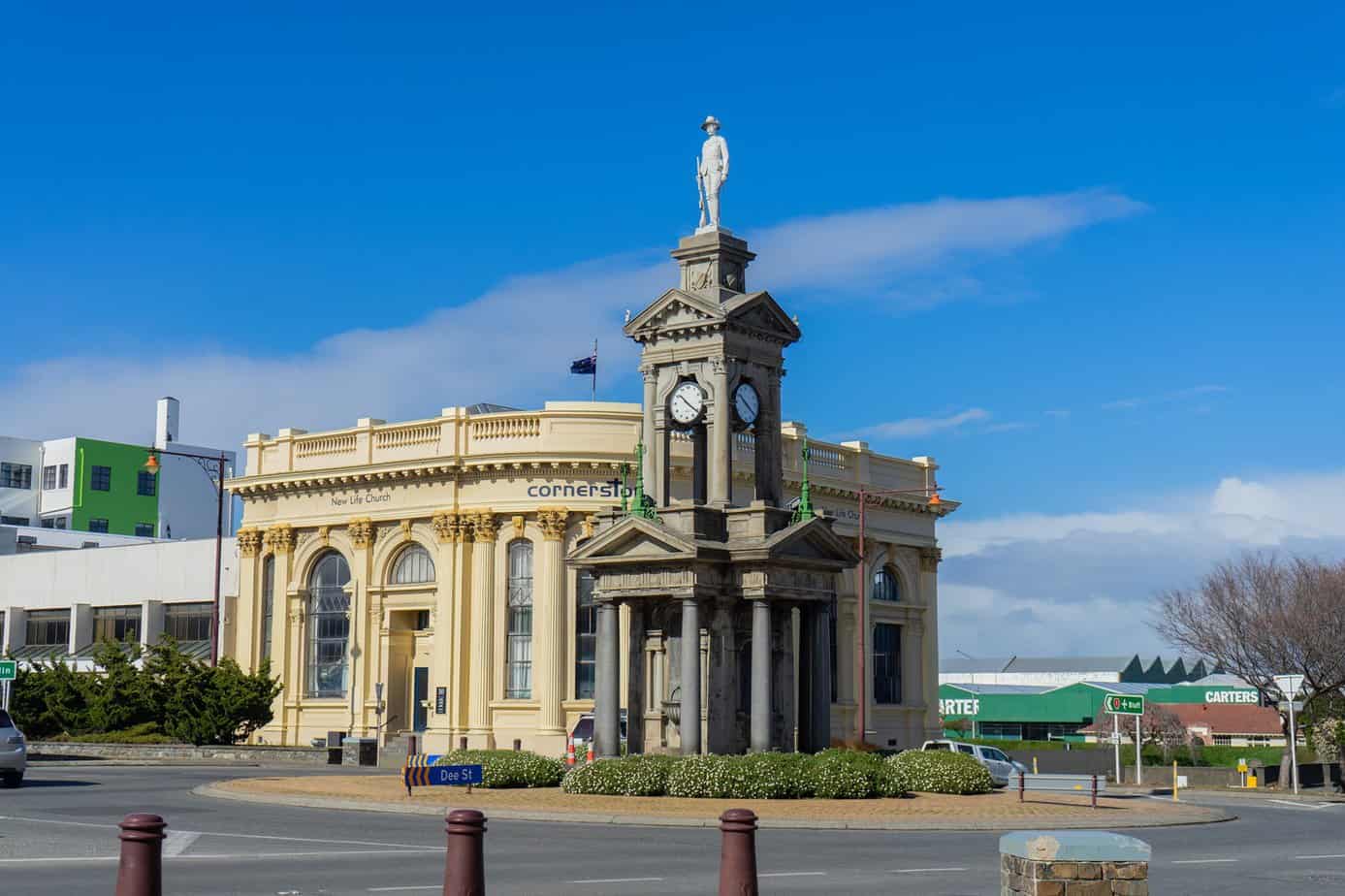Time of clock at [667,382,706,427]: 10:20
